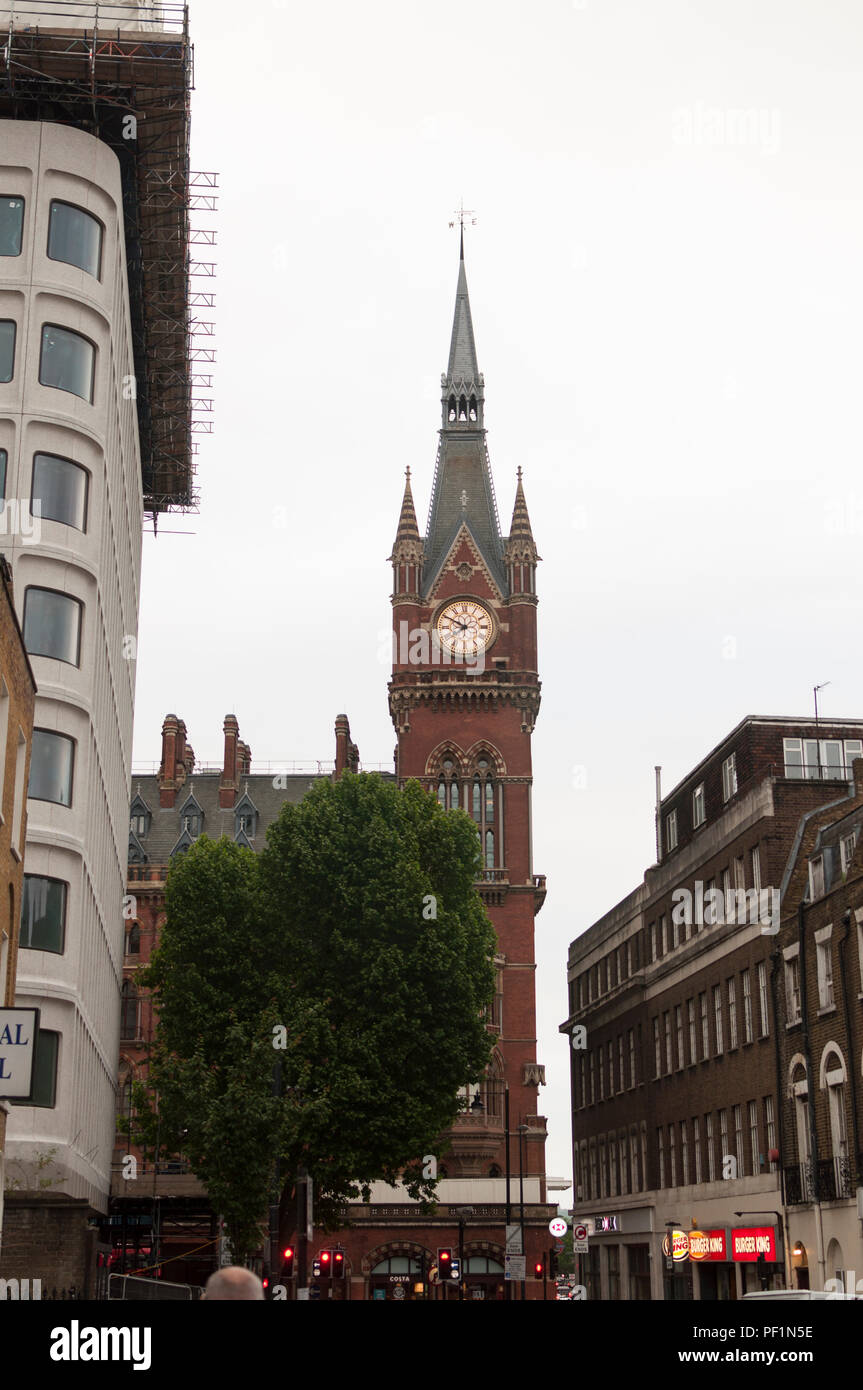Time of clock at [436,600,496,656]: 7:49
